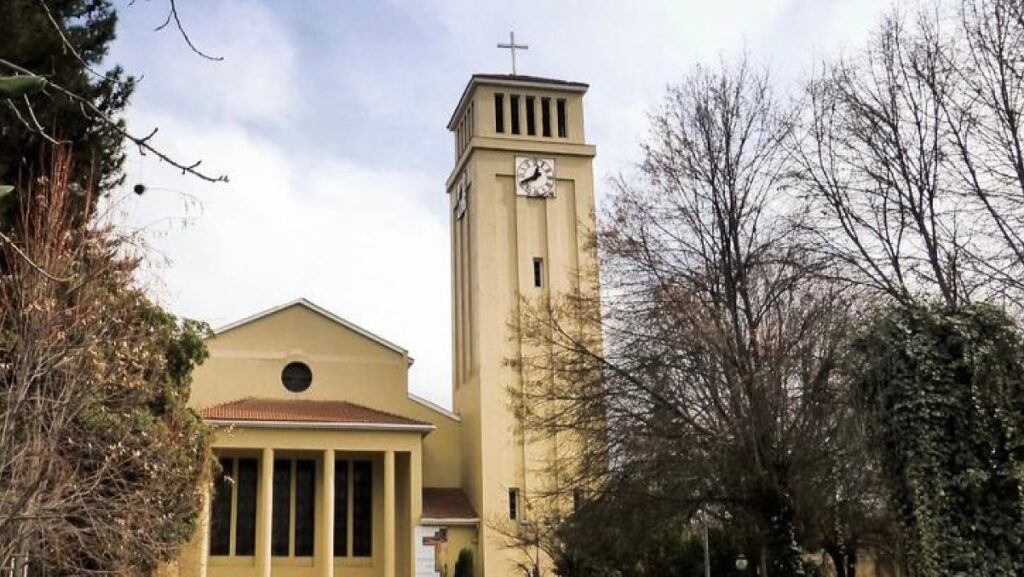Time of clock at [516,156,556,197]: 12:40
